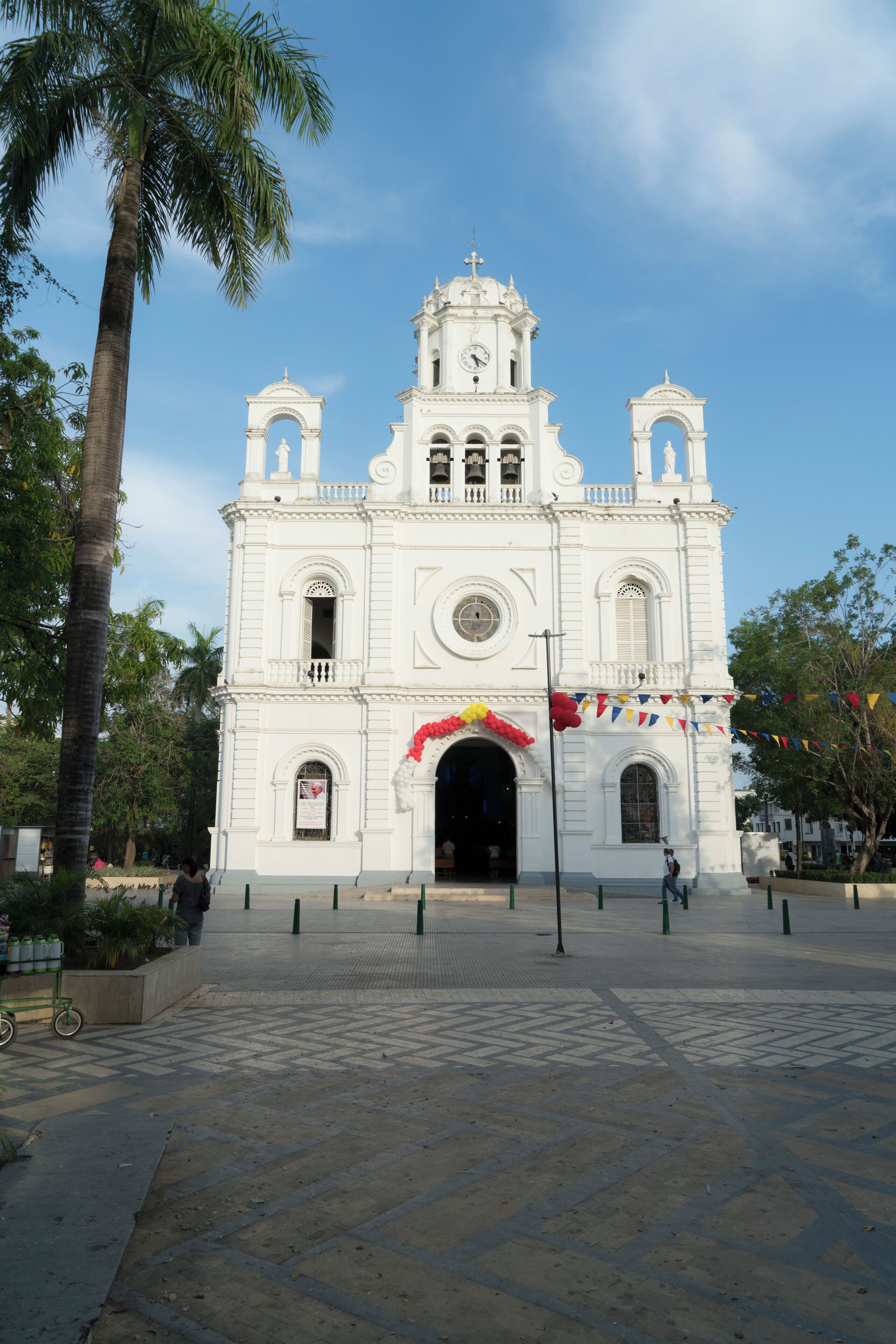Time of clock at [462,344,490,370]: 5:20
